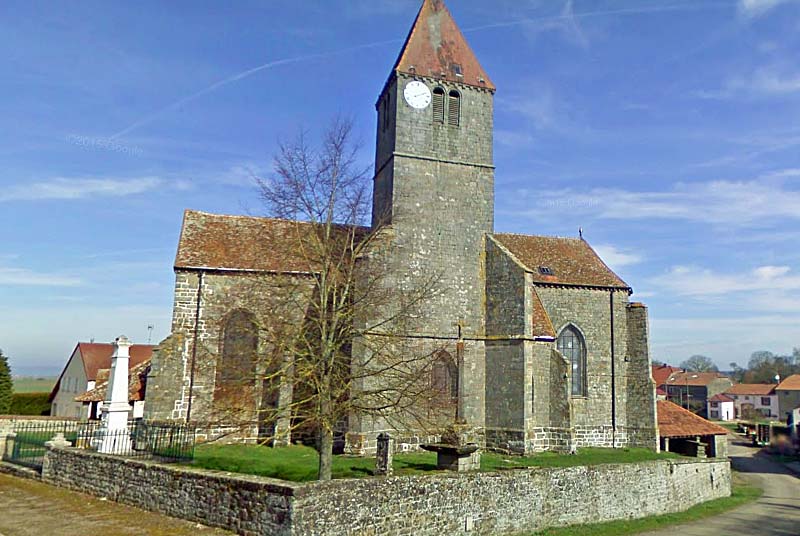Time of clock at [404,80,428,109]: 2:11
